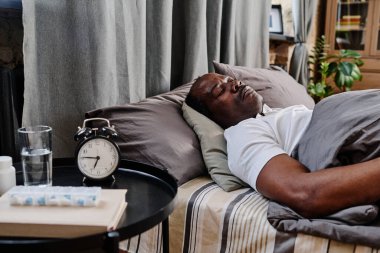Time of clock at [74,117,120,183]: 6:46
